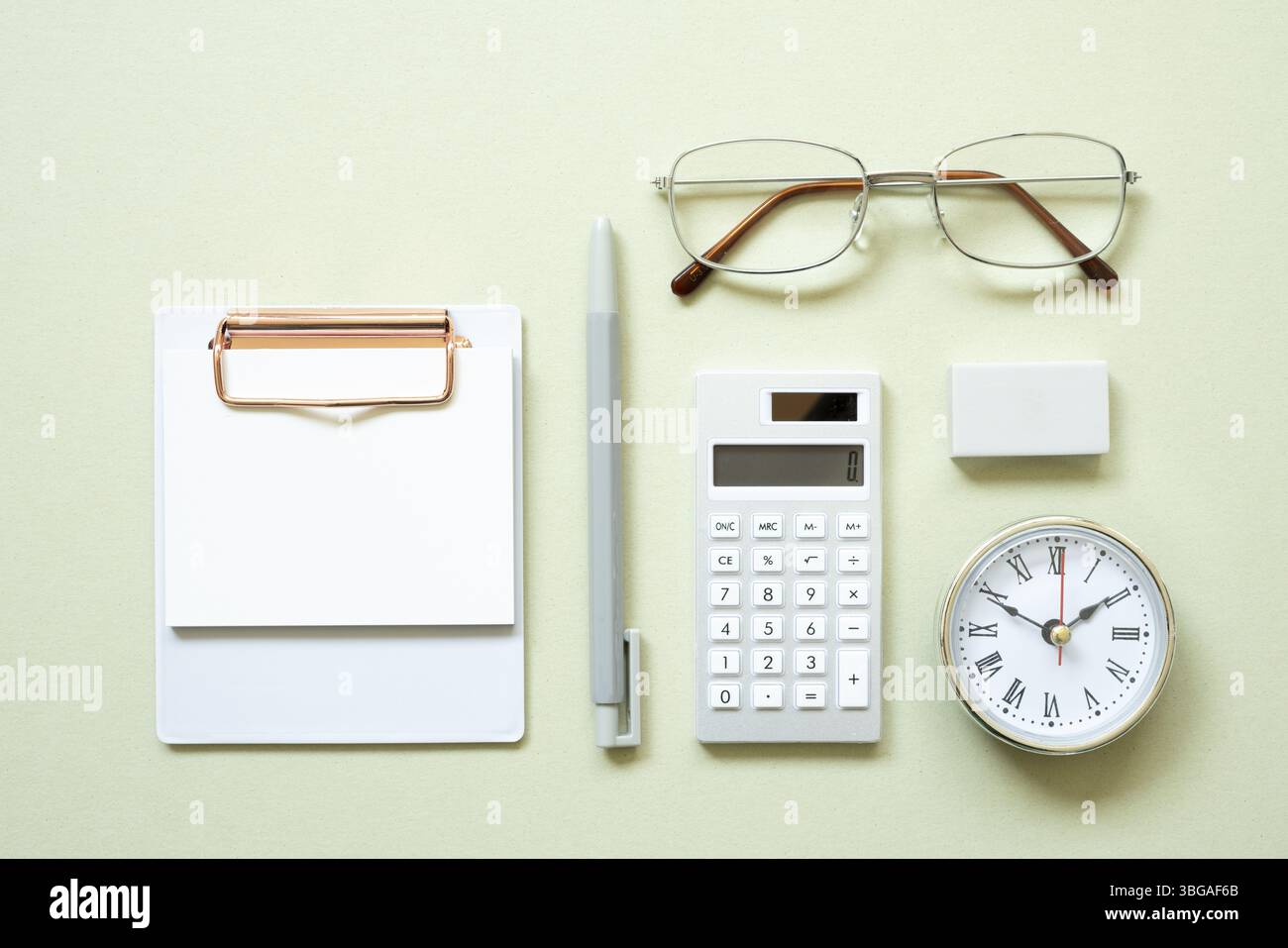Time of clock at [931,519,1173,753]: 1:49
